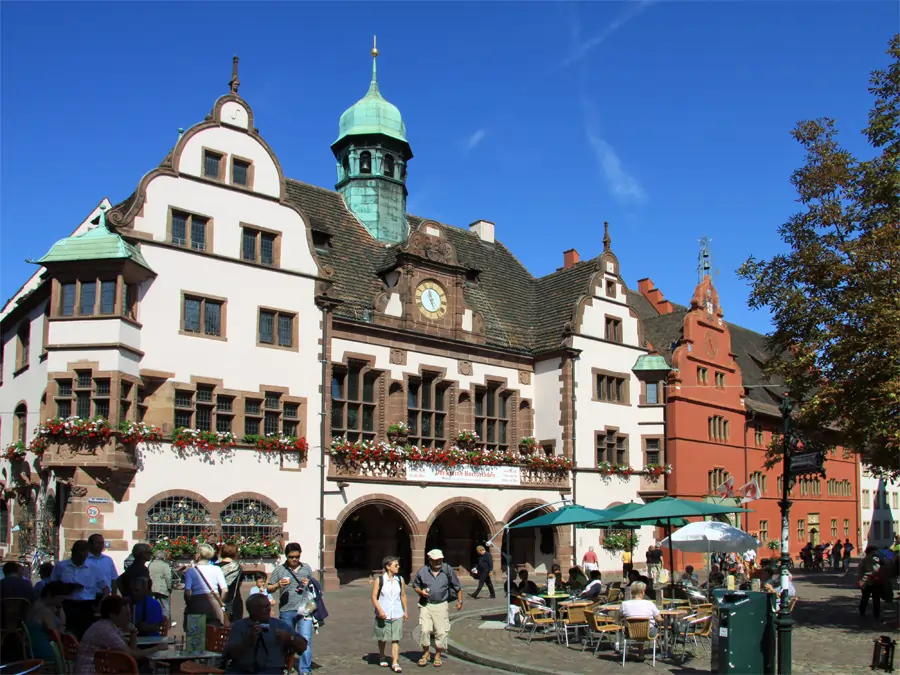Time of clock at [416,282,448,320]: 11:25
